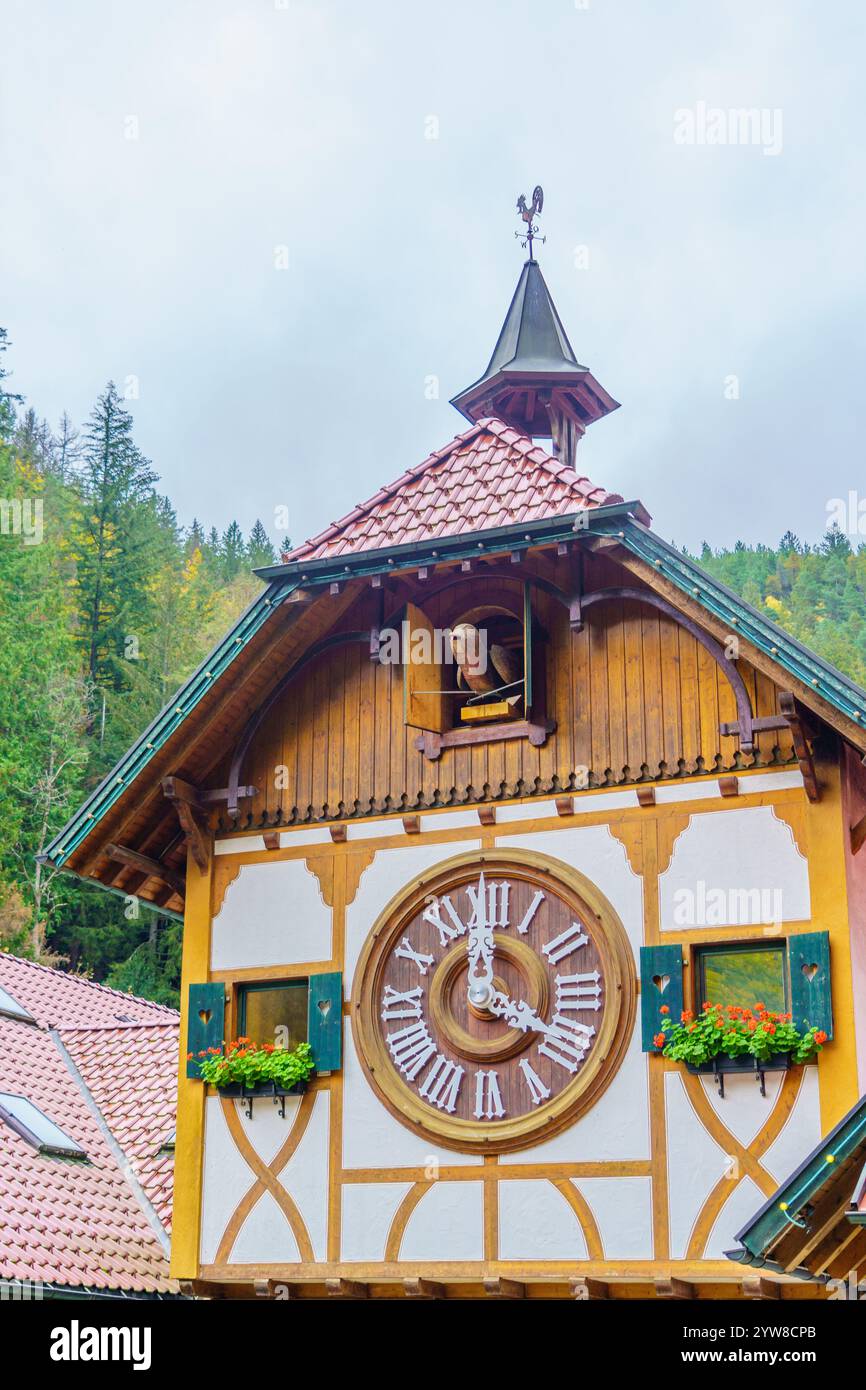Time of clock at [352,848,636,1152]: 3:58
